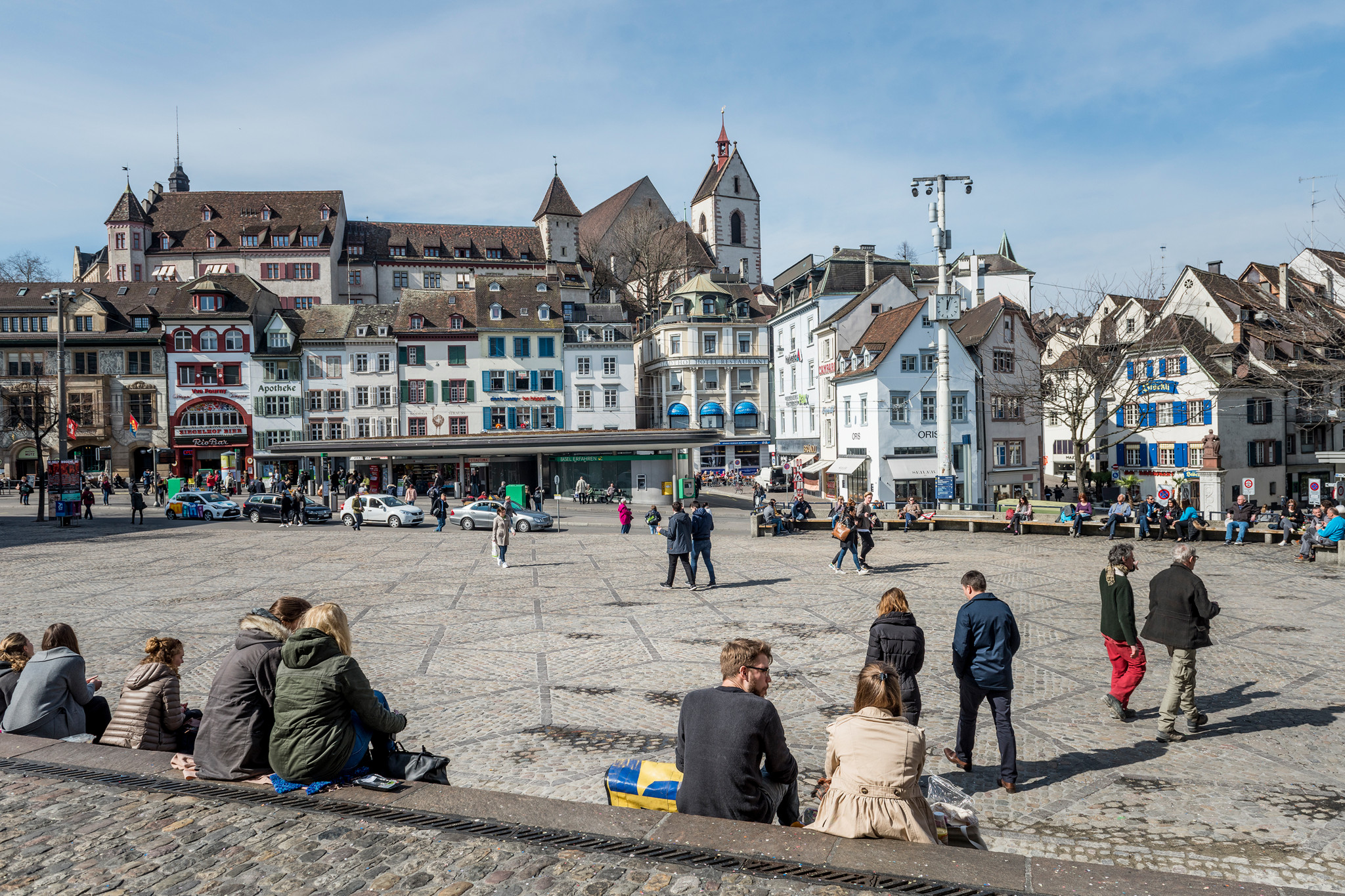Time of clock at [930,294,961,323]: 12:03
